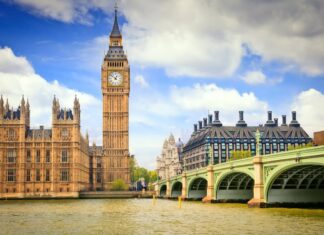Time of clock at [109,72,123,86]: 12:52
